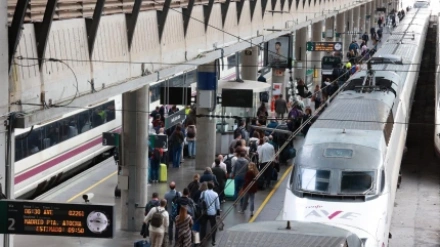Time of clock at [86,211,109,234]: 9:01
